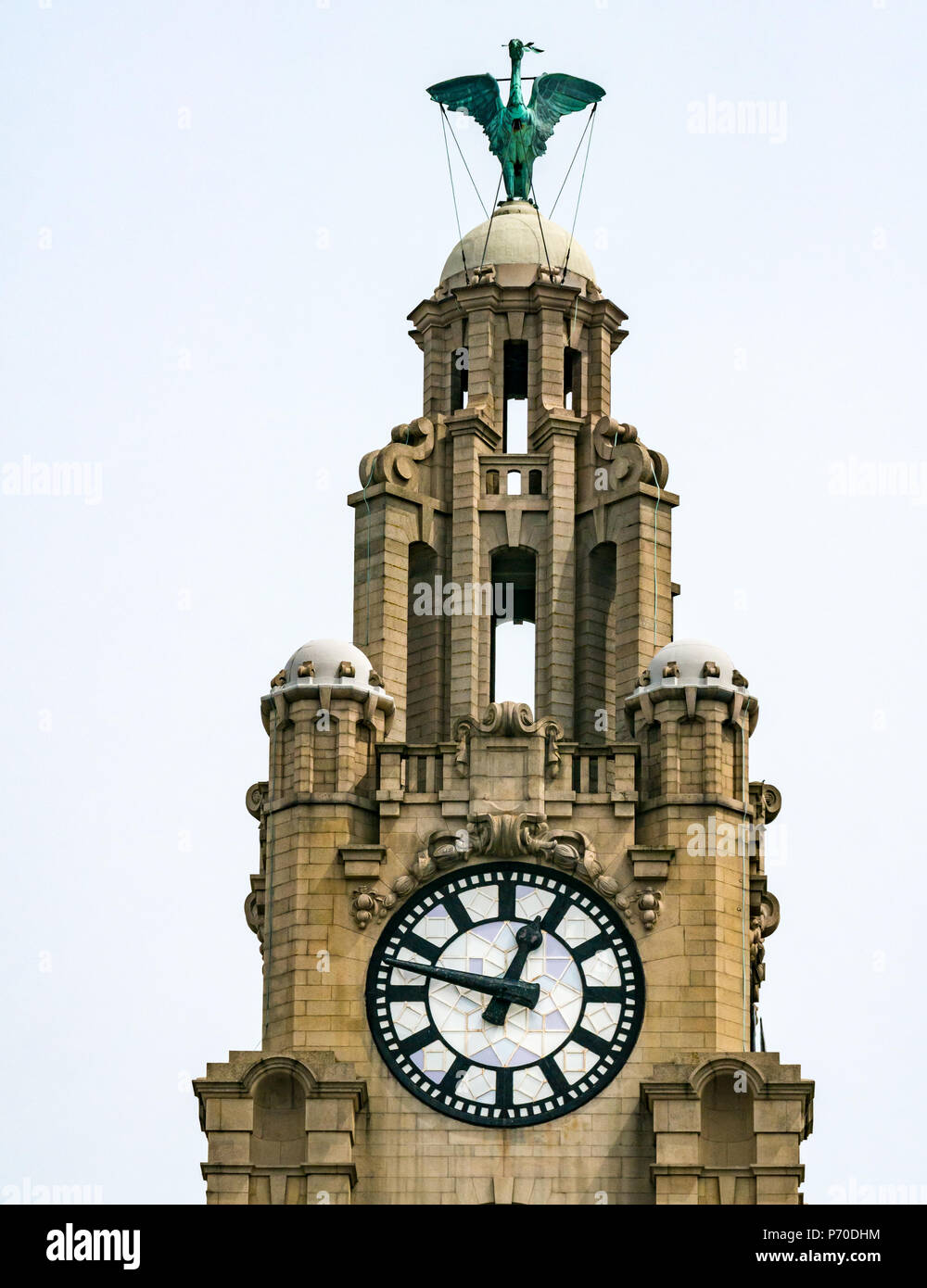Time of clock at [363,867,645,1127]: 12:47
